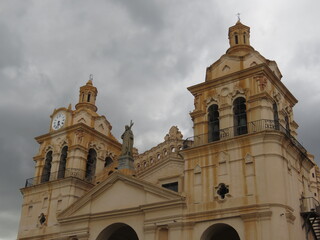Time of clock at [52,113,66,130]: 5:33
